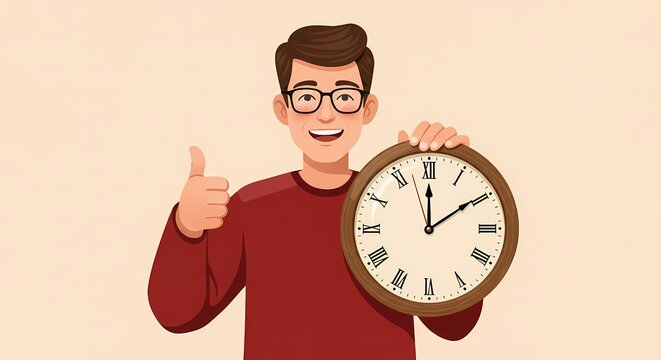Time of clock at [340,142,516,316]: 12:09
